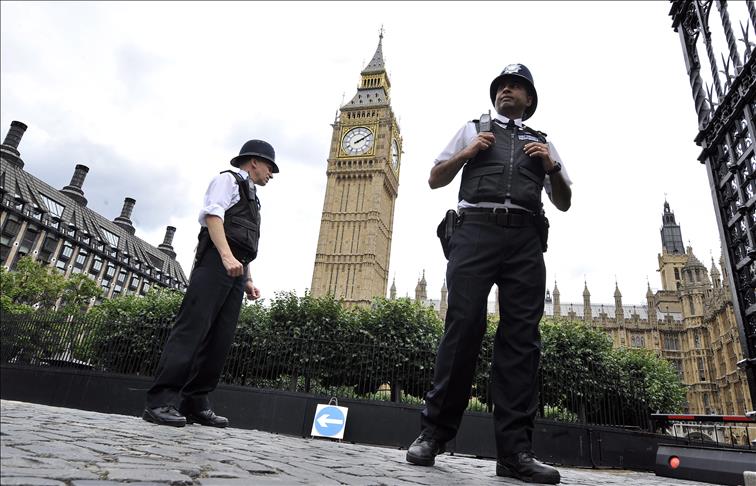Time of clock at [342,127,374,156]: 2:09
